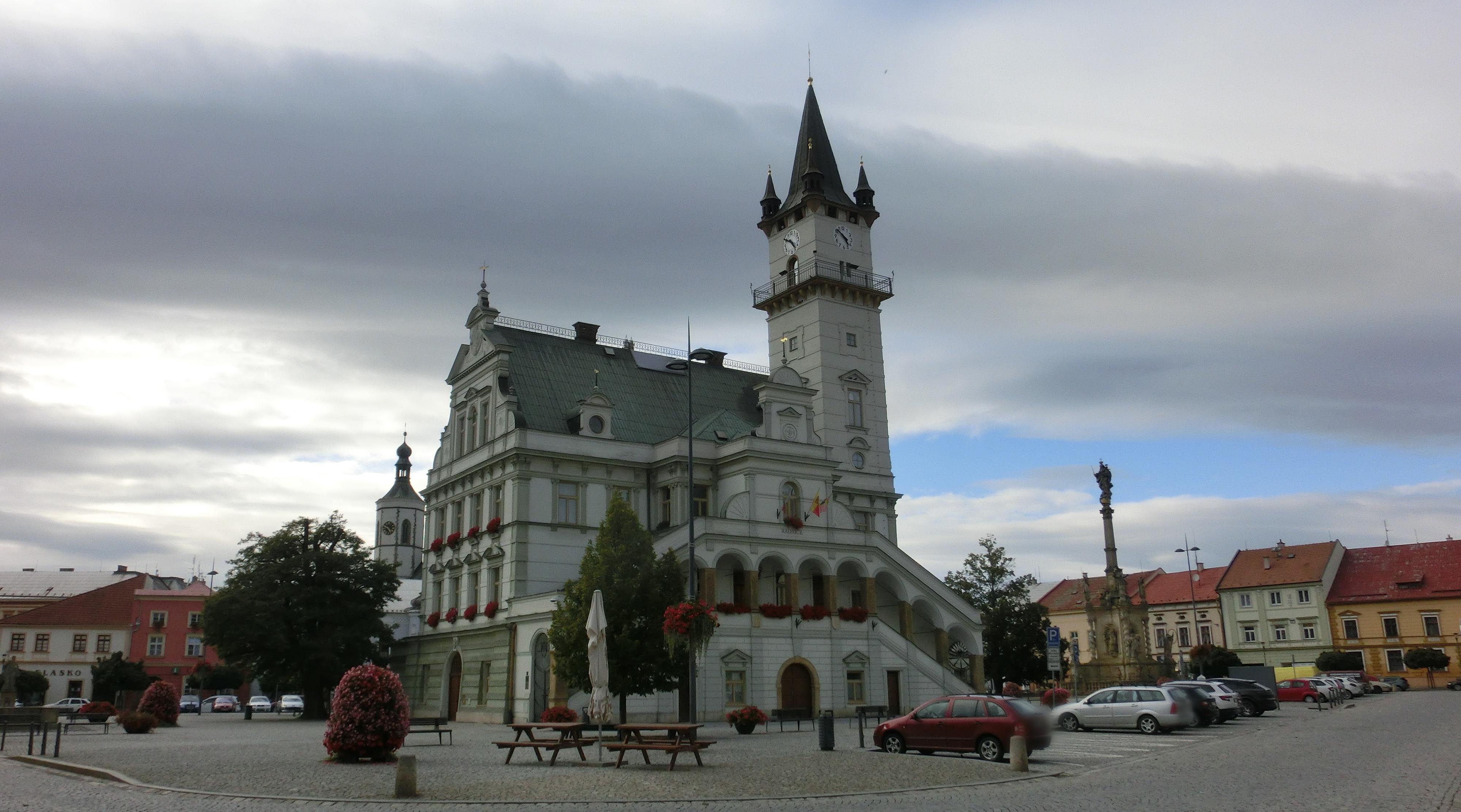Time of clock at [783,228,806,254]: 4:50
